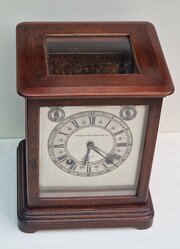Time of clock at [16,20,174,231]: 6:21
